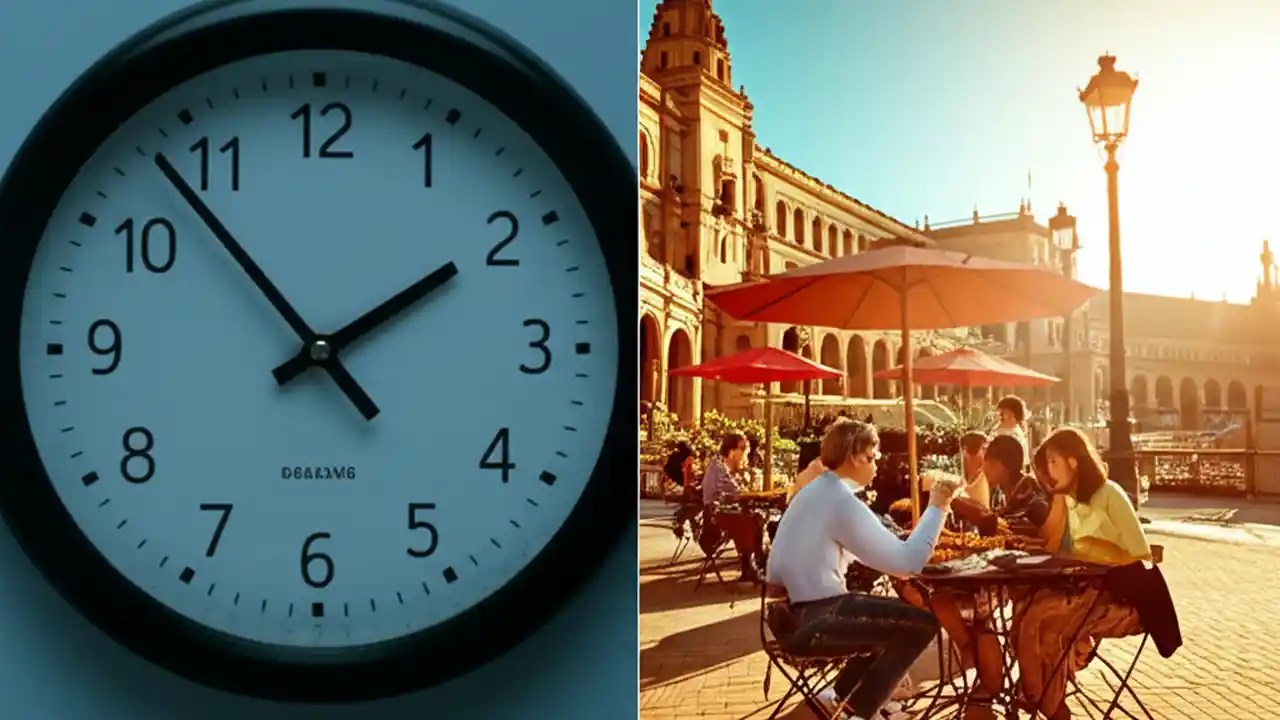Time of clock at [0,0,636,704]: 1:53
